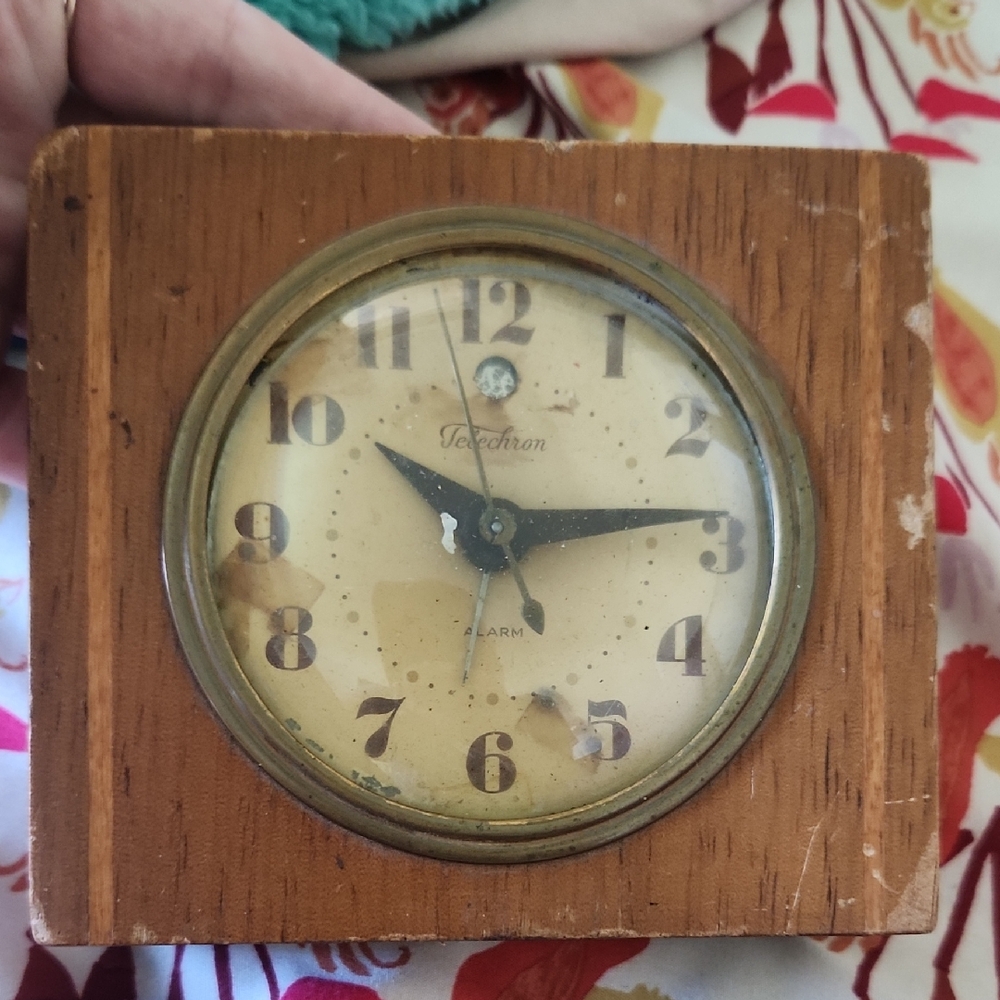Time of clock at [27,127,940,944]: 10:13
